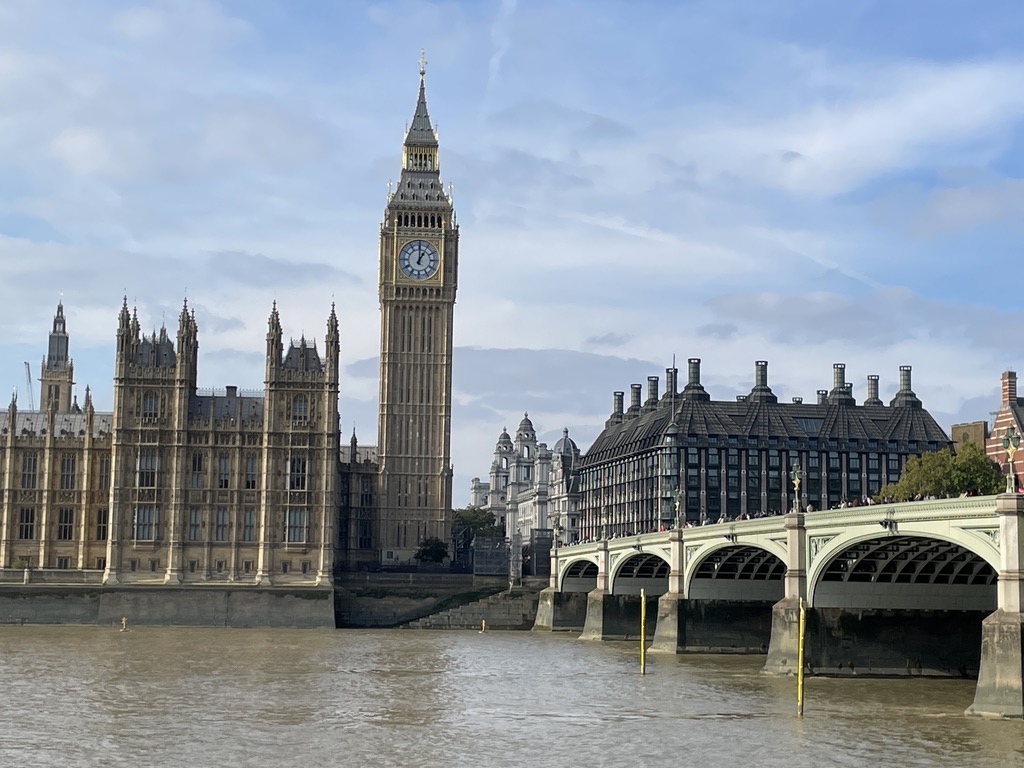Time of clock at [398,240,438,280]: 1:00
